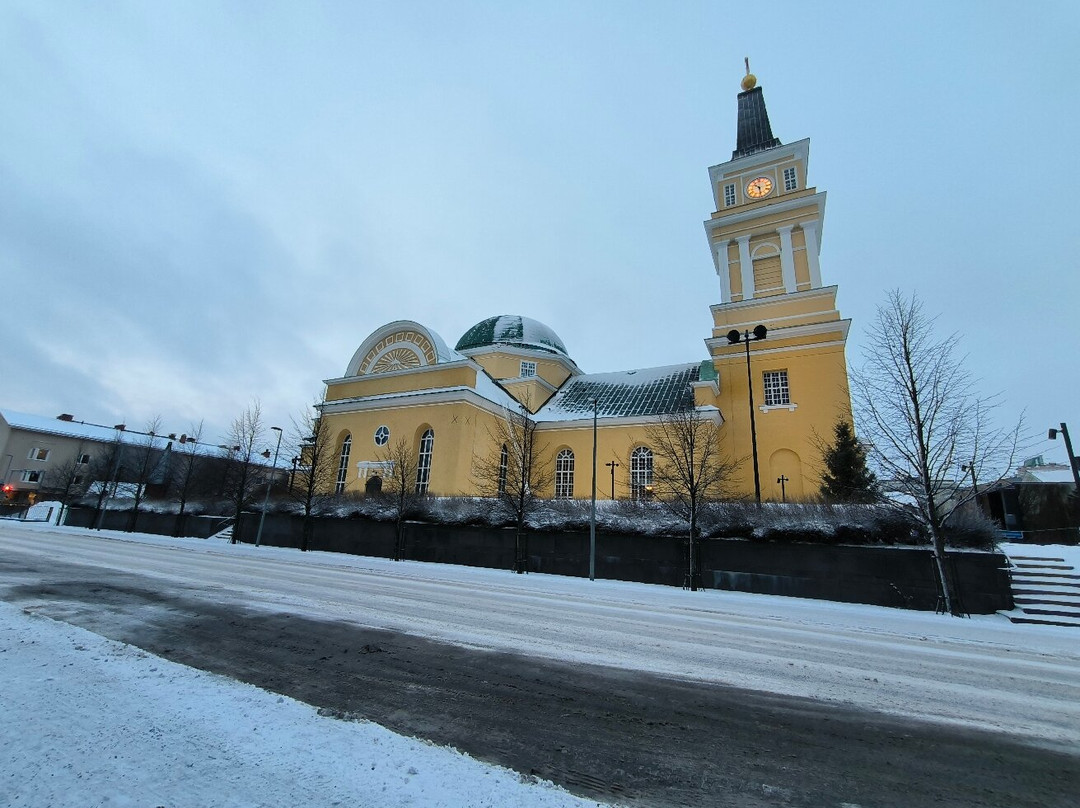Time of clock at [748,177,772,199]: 10:28
